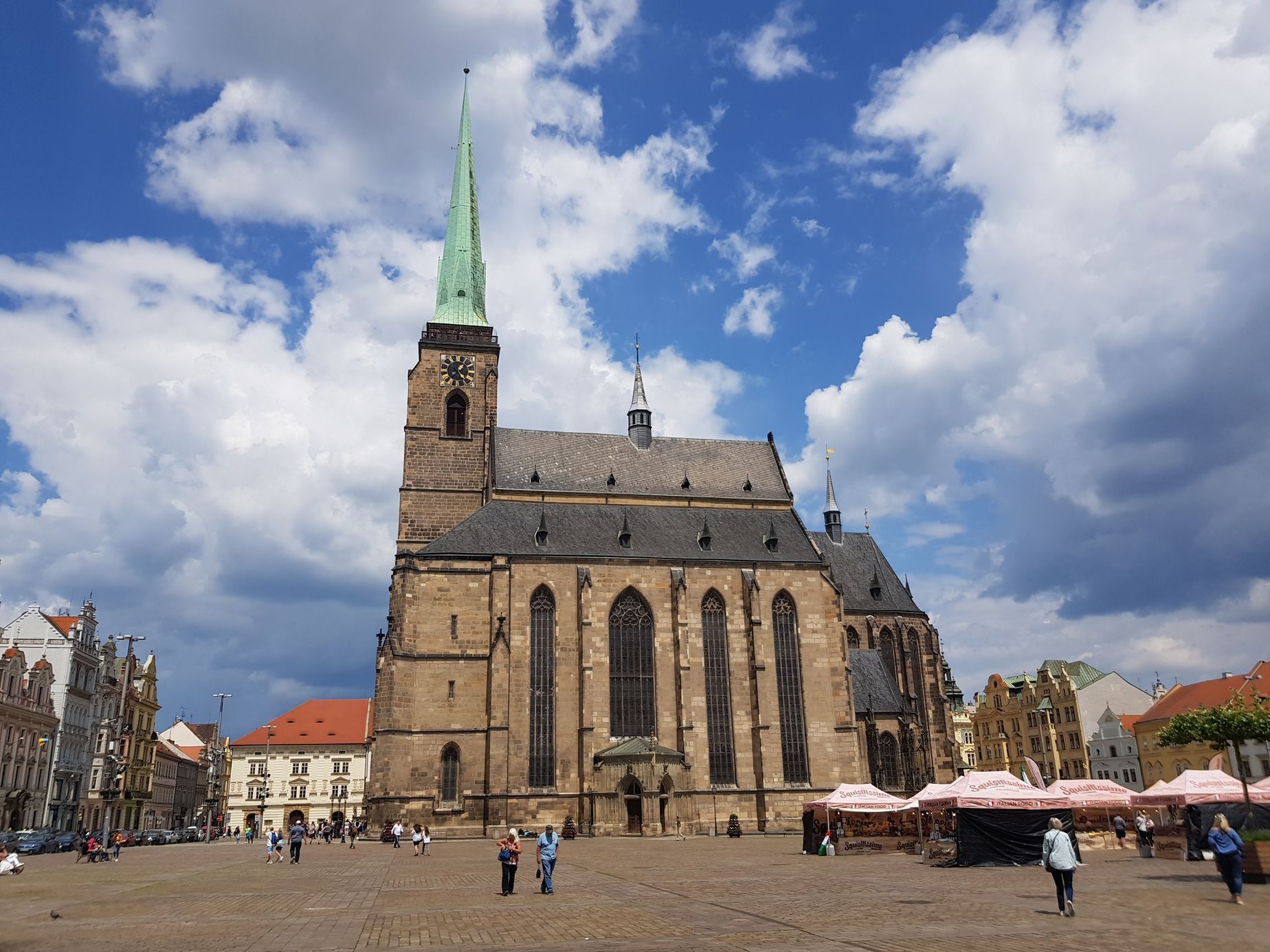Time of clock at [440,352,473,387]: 1:24
